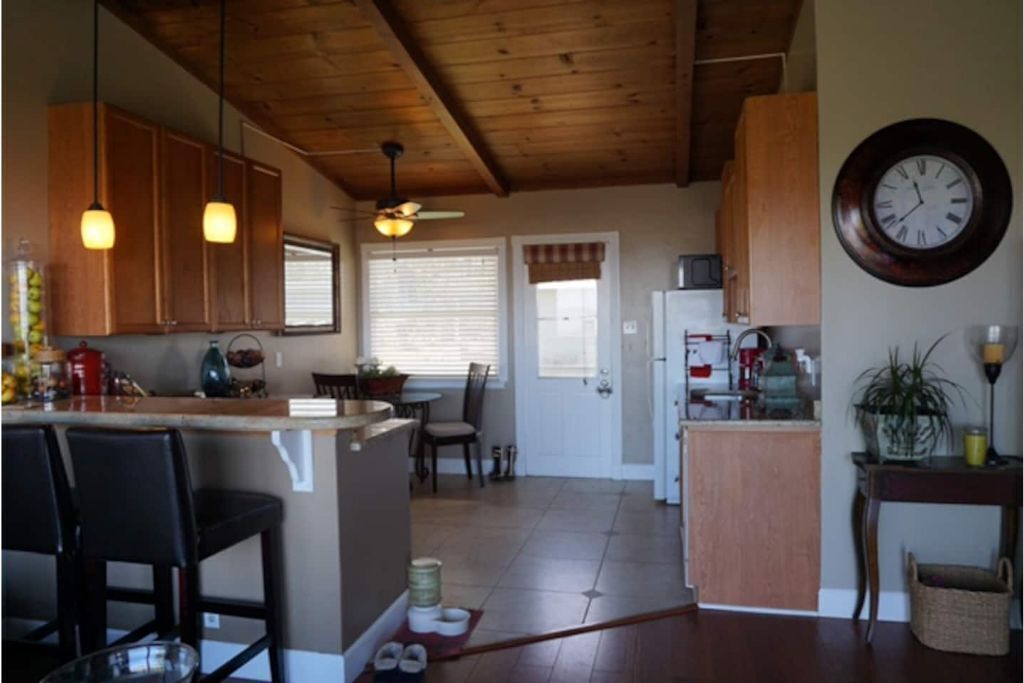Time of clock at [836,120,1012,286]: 11:37
